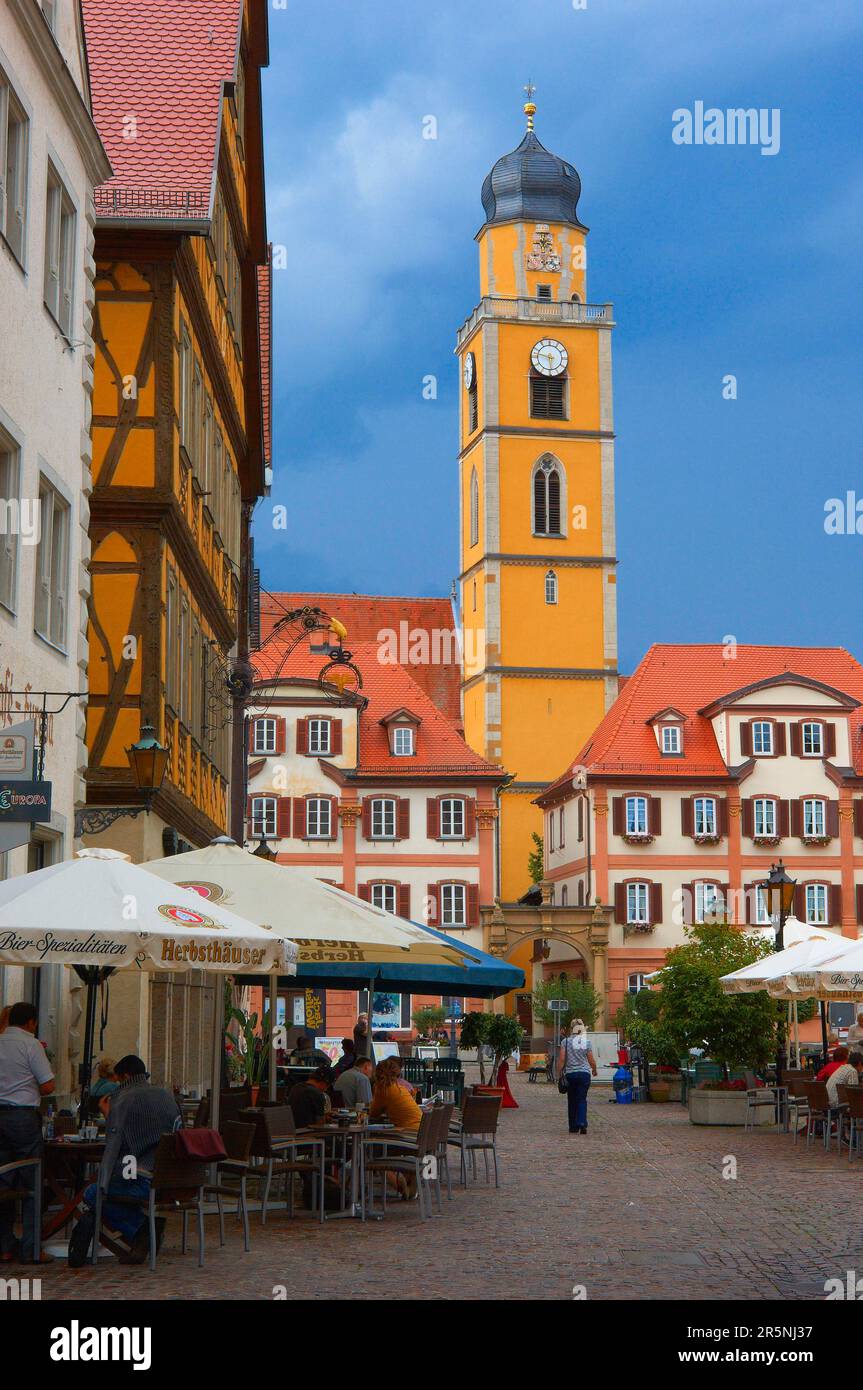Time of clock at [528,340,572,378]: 5:47
